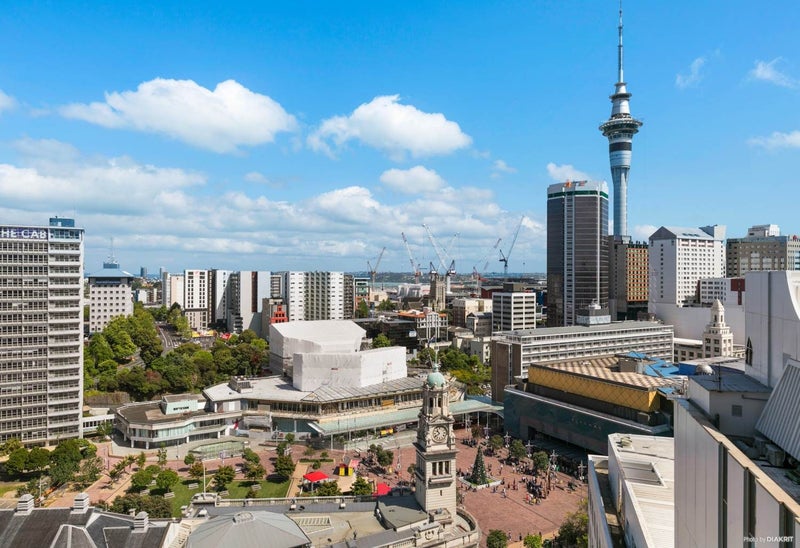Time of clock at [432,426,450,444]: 10:39
